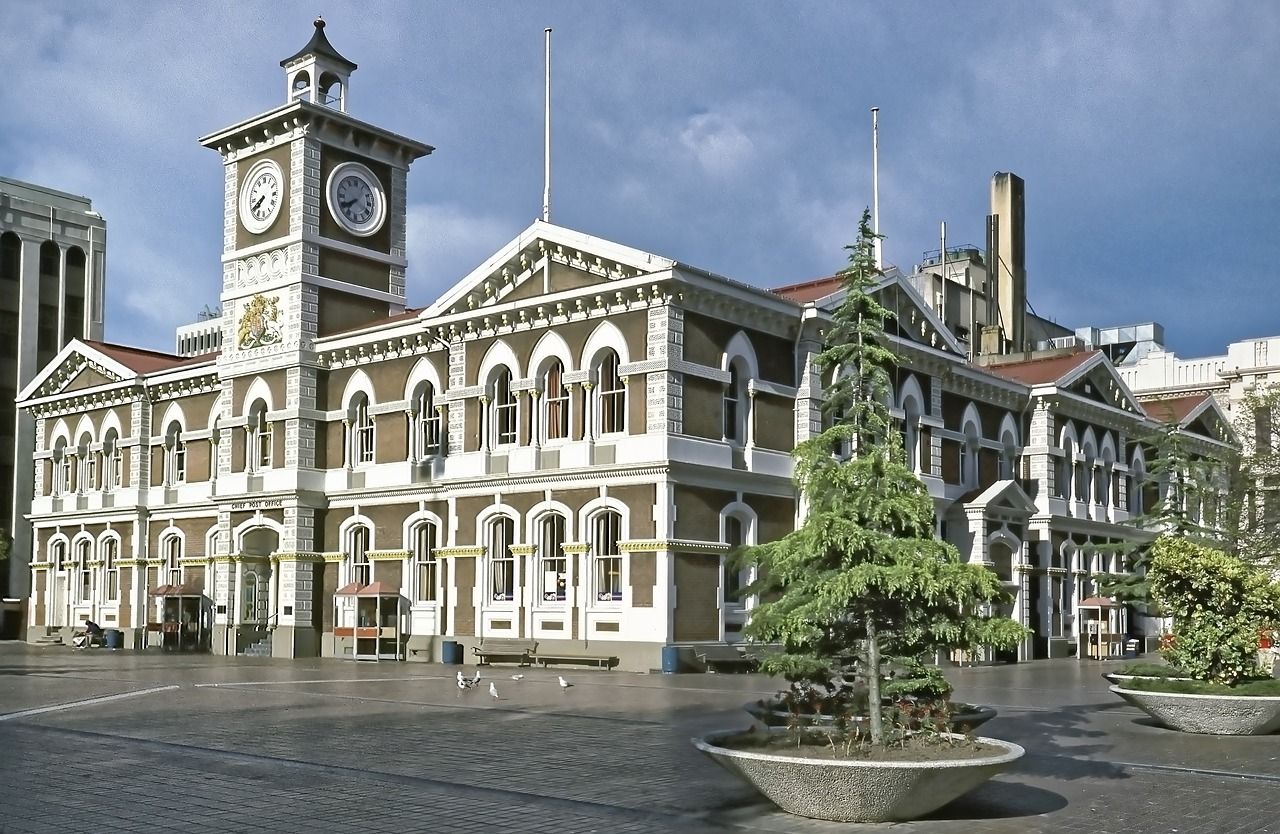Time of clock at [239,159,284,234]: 7:40
